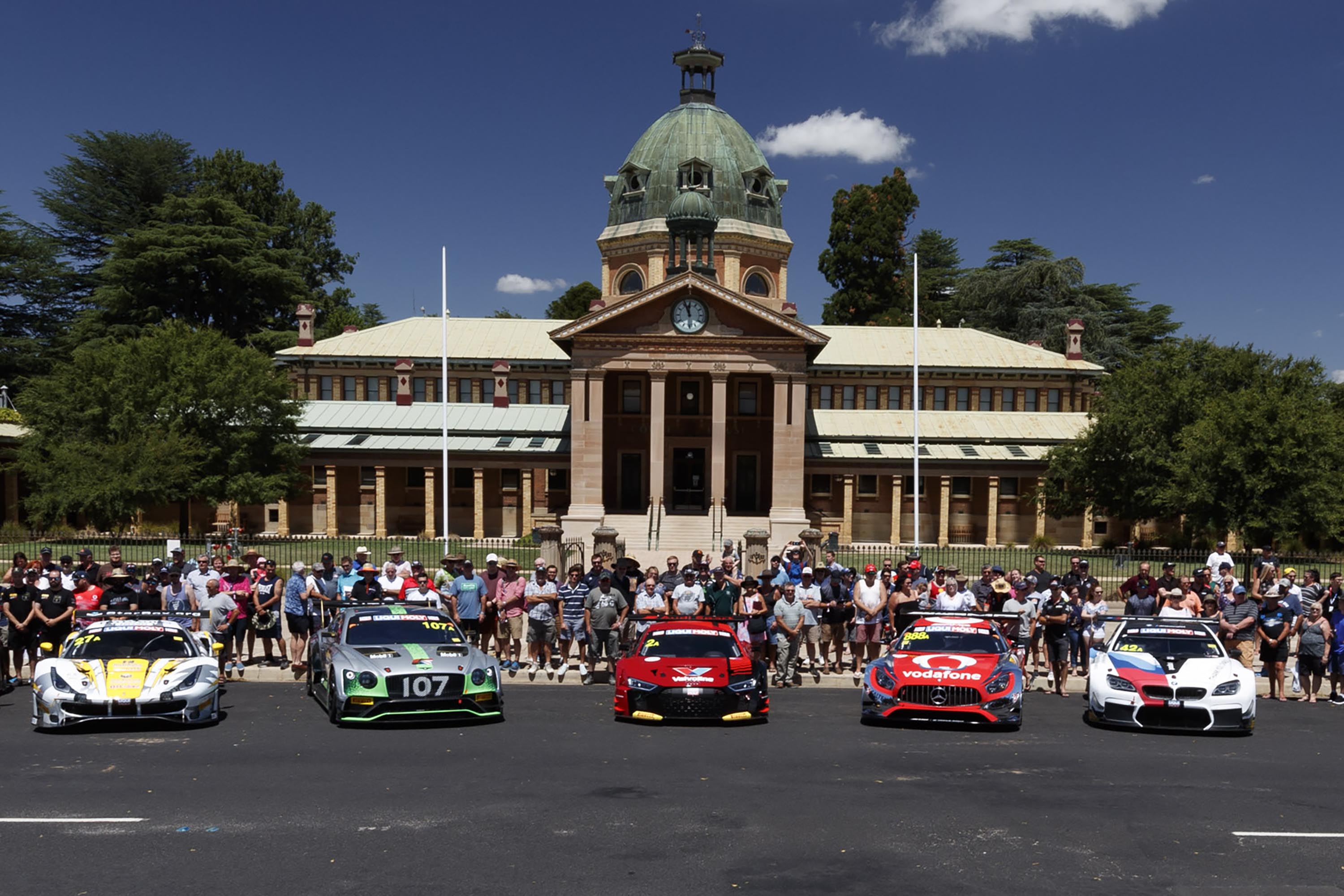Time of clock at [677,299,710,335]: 11:56
